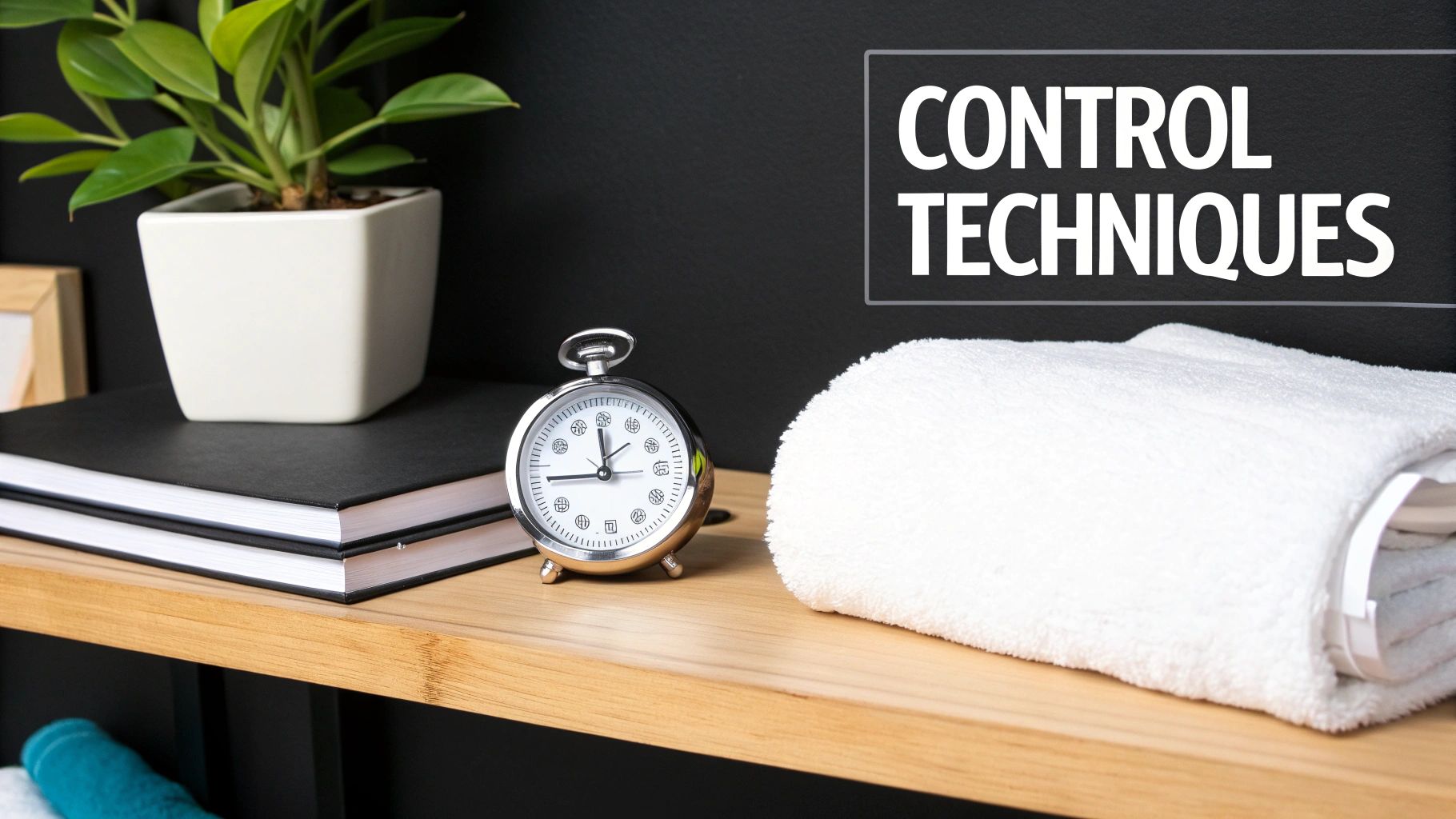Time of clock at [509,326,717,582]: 11:44
